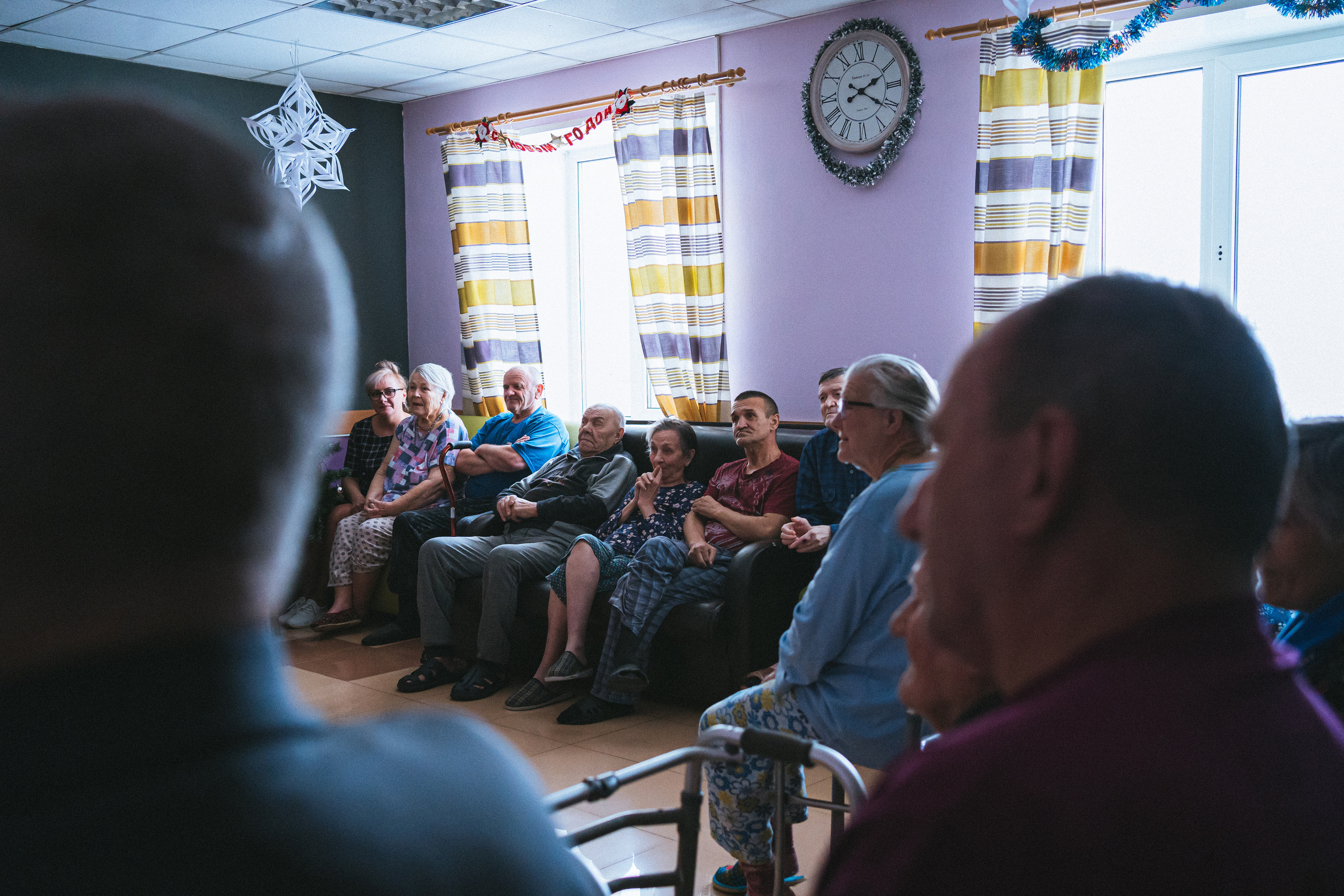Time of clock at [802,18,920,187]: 4:10
